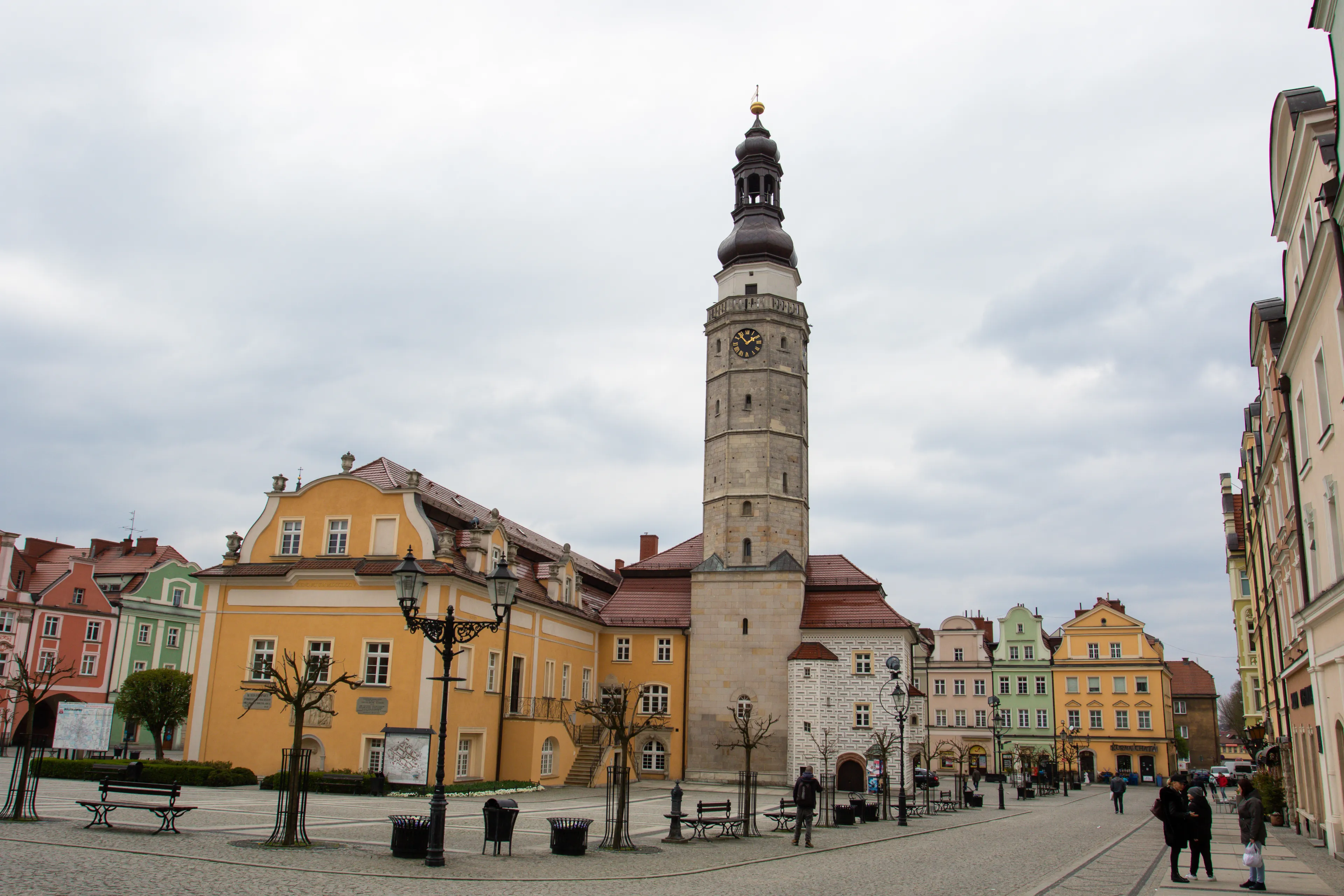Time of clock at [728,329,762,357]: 1:53
